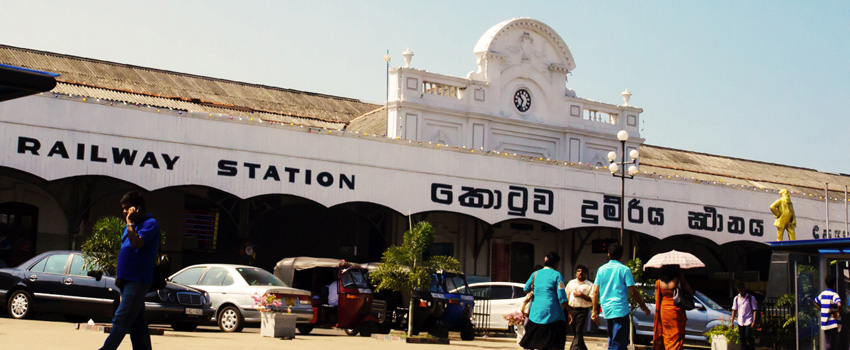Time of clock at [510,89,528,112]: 10:33
